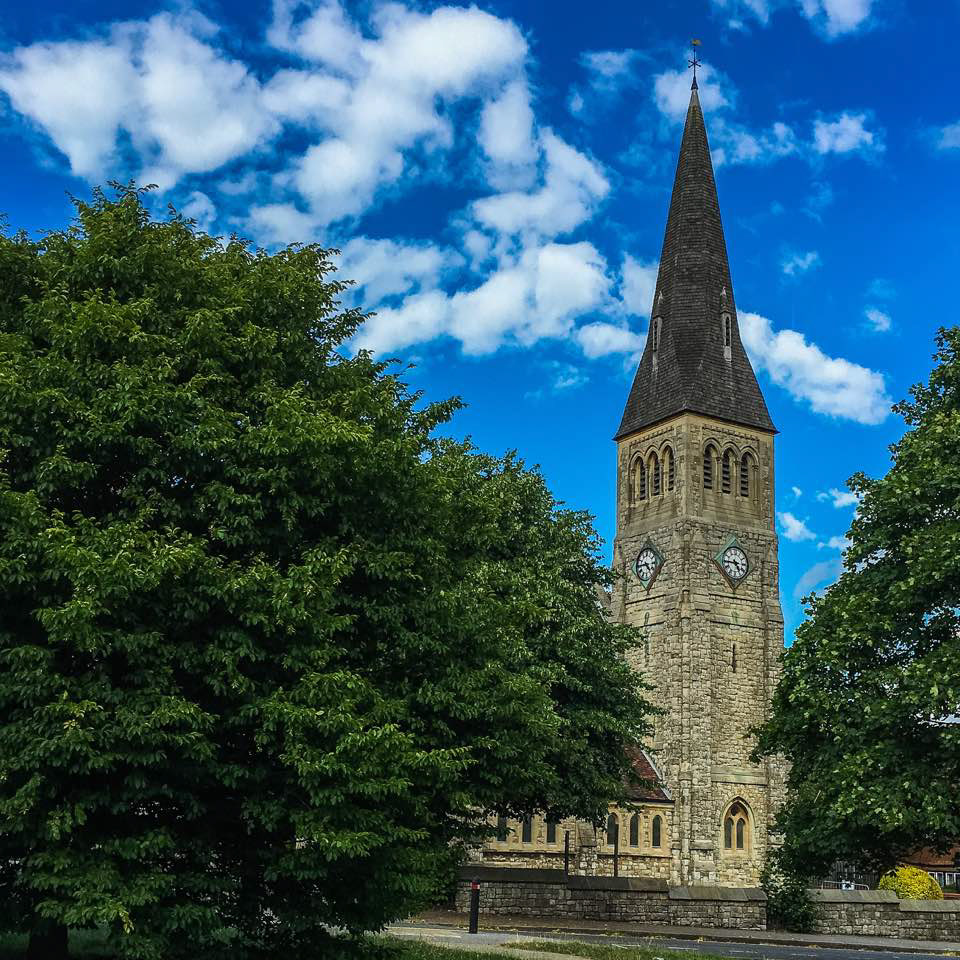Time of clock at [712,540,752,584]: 4:45
